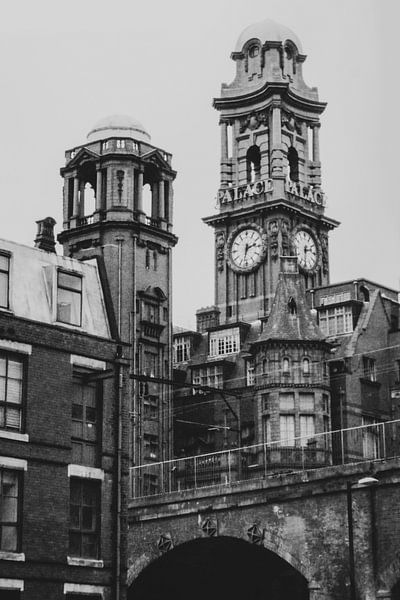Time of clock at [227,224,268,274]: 2:32
